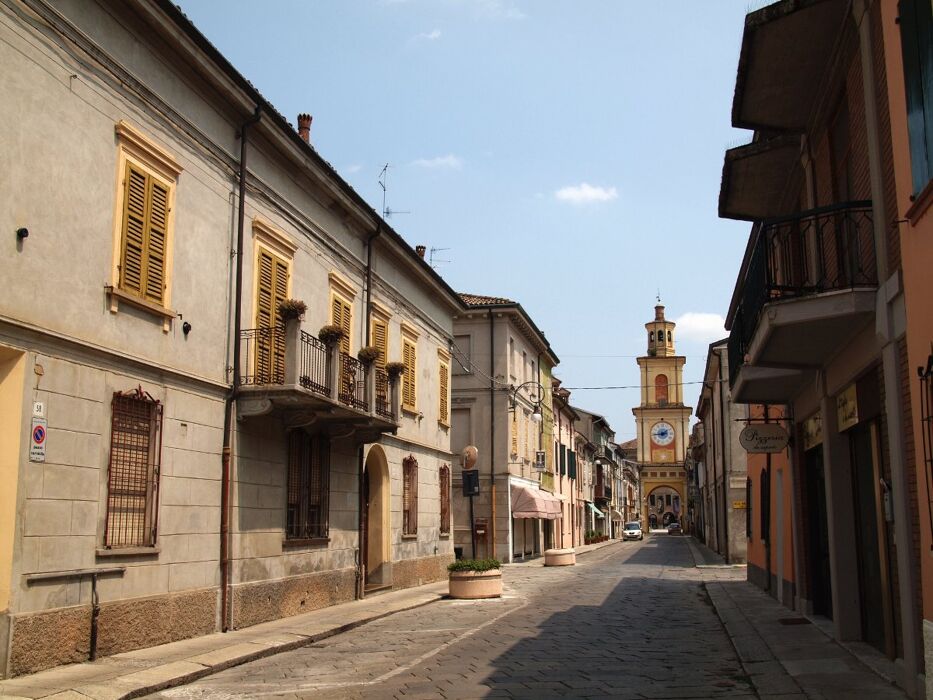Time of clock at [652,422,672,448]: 1:43
